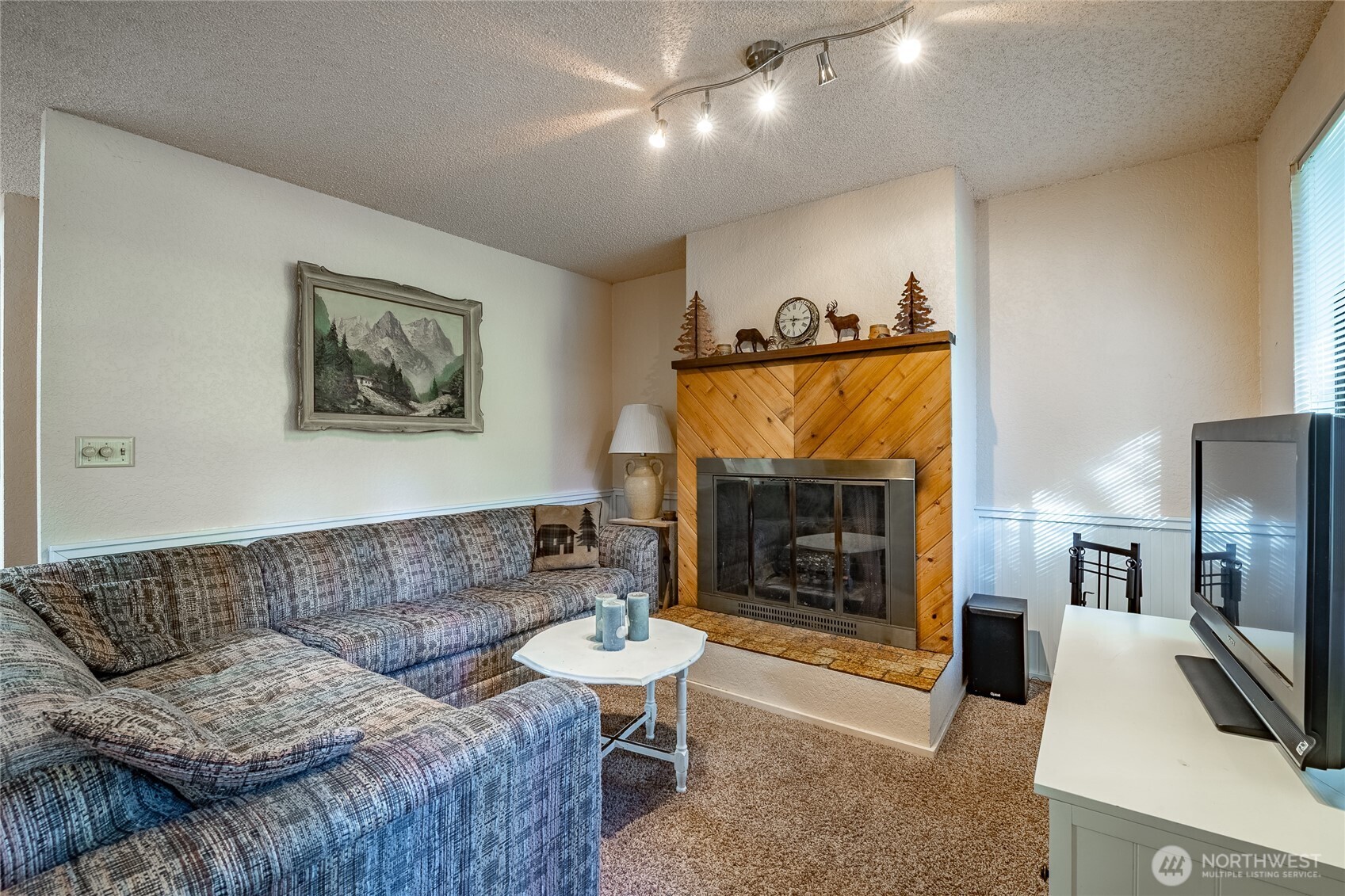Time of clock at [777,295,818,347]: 6:15
